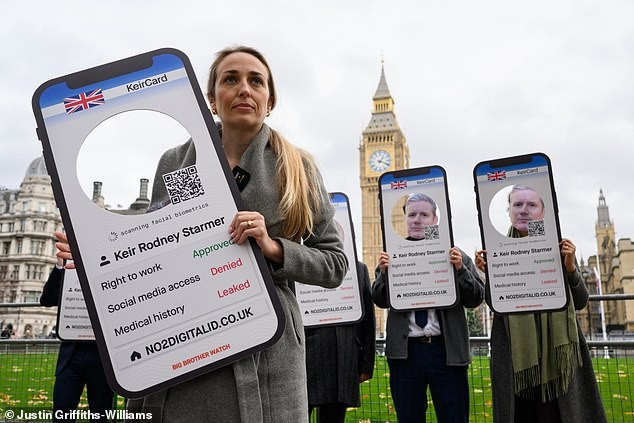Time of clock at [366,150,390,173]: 1:18
